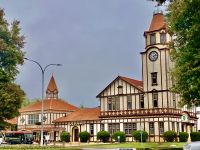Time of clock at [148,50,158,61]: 2:23
